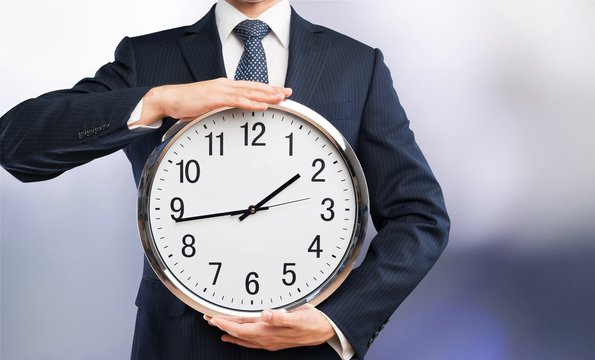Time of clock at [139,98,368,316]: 1:43
